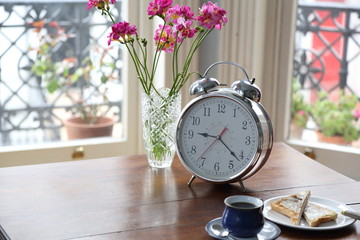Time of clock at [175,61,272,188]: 9:21
